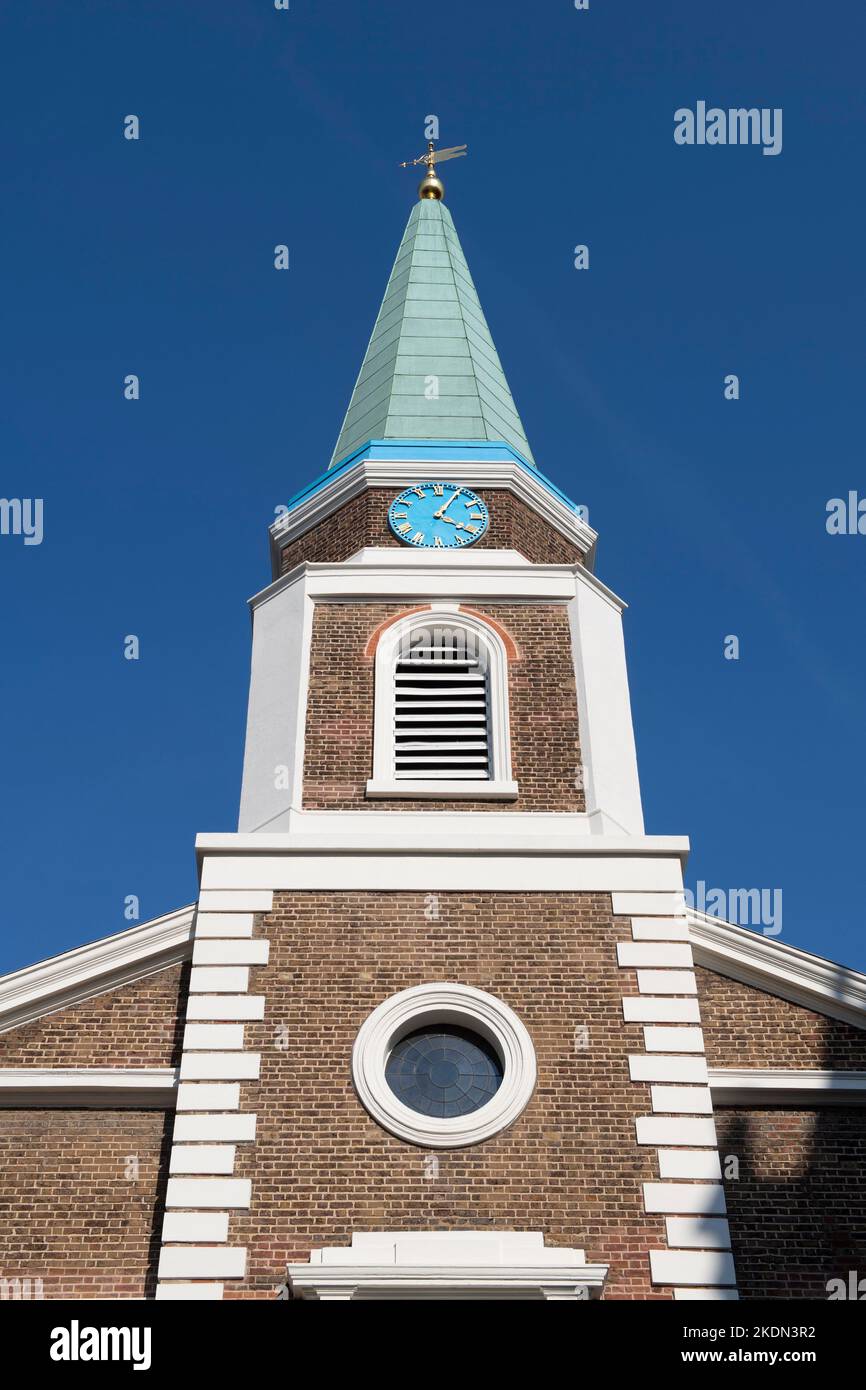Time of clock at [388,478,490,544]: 4:04
